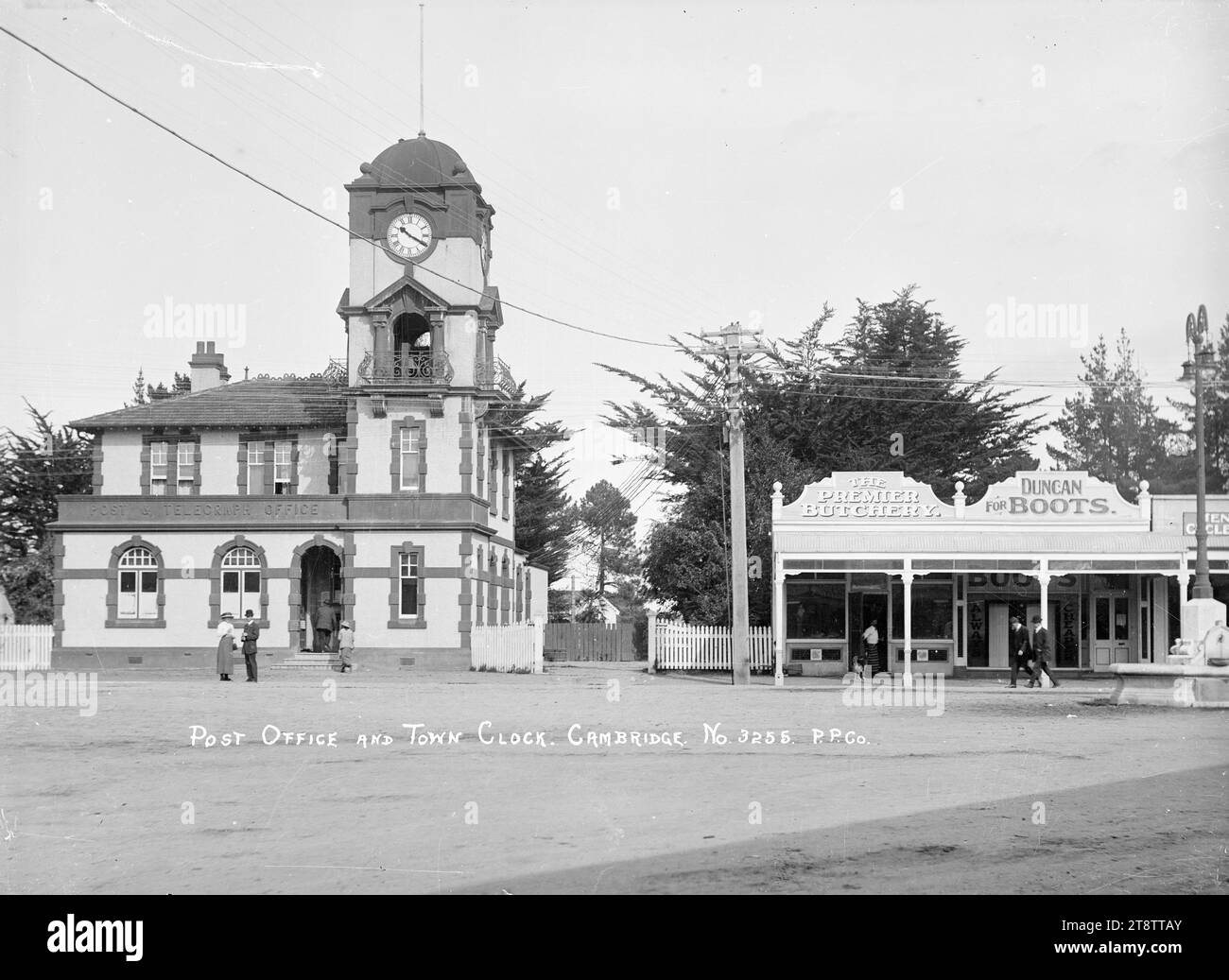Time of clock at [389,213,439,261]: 10:20
